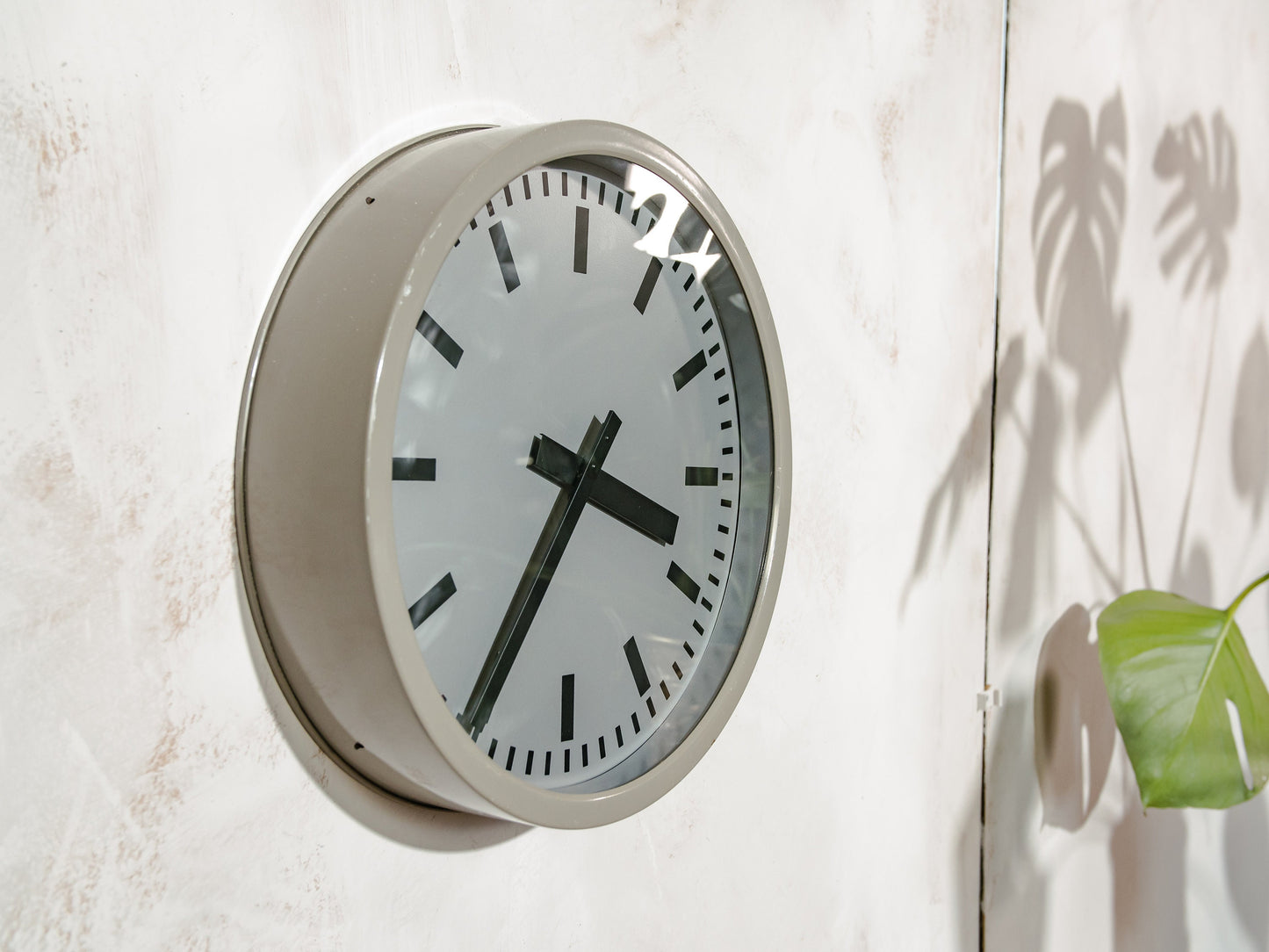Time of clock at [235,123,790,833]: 3:35
